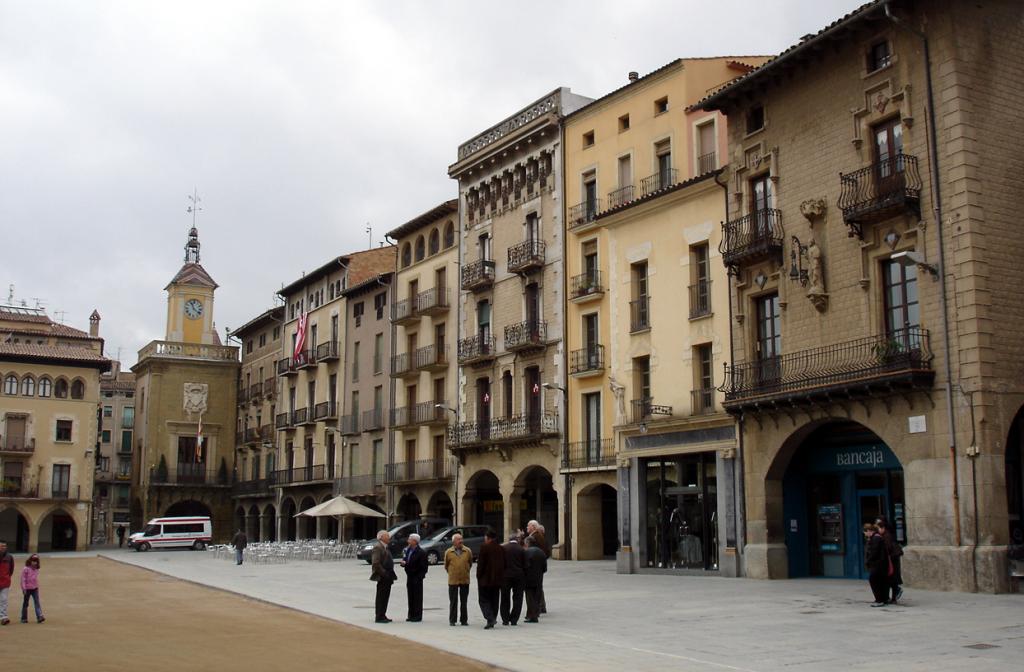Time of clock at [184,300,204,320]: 11:21
